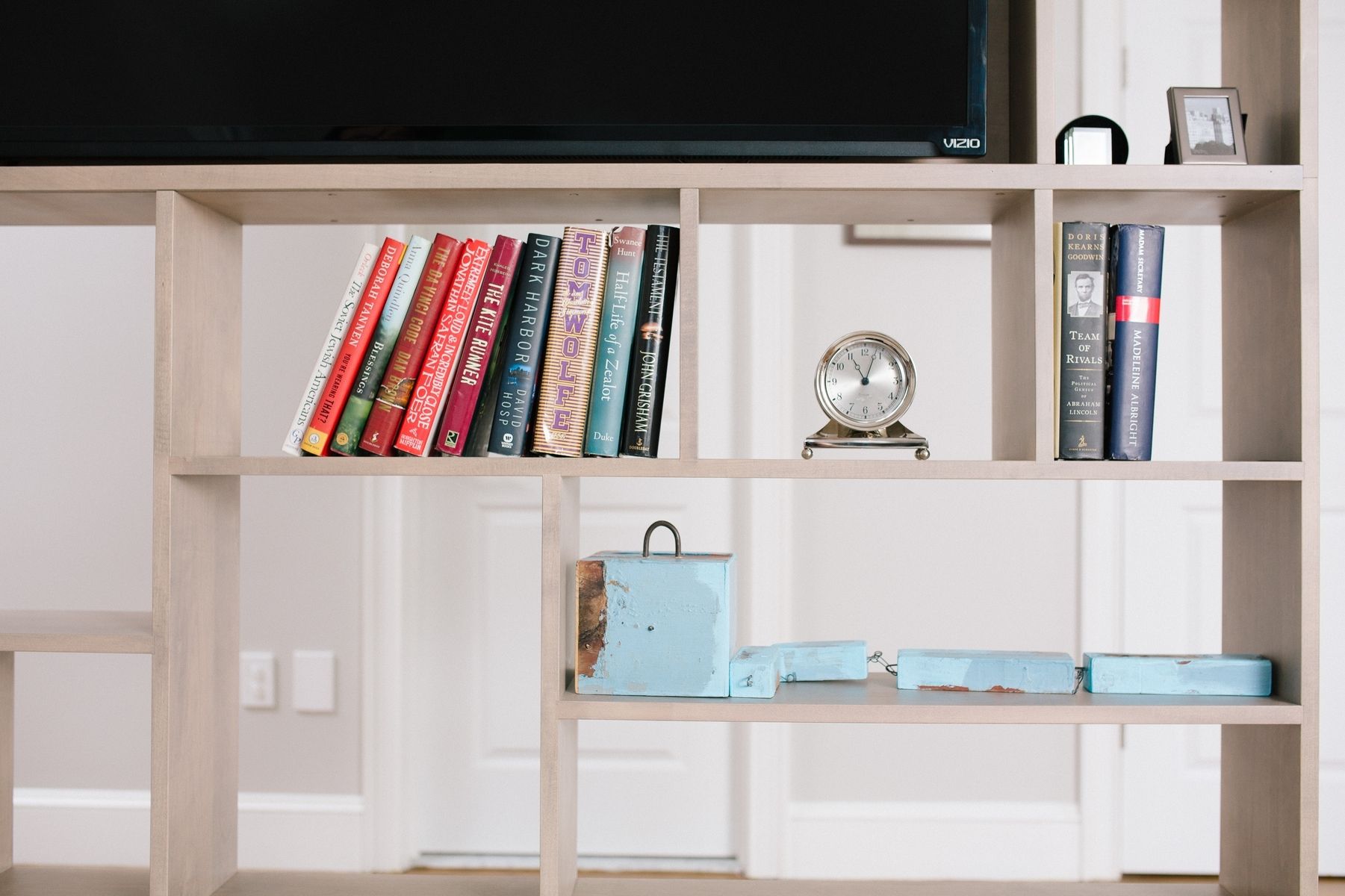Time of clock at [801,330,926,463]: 11:03
